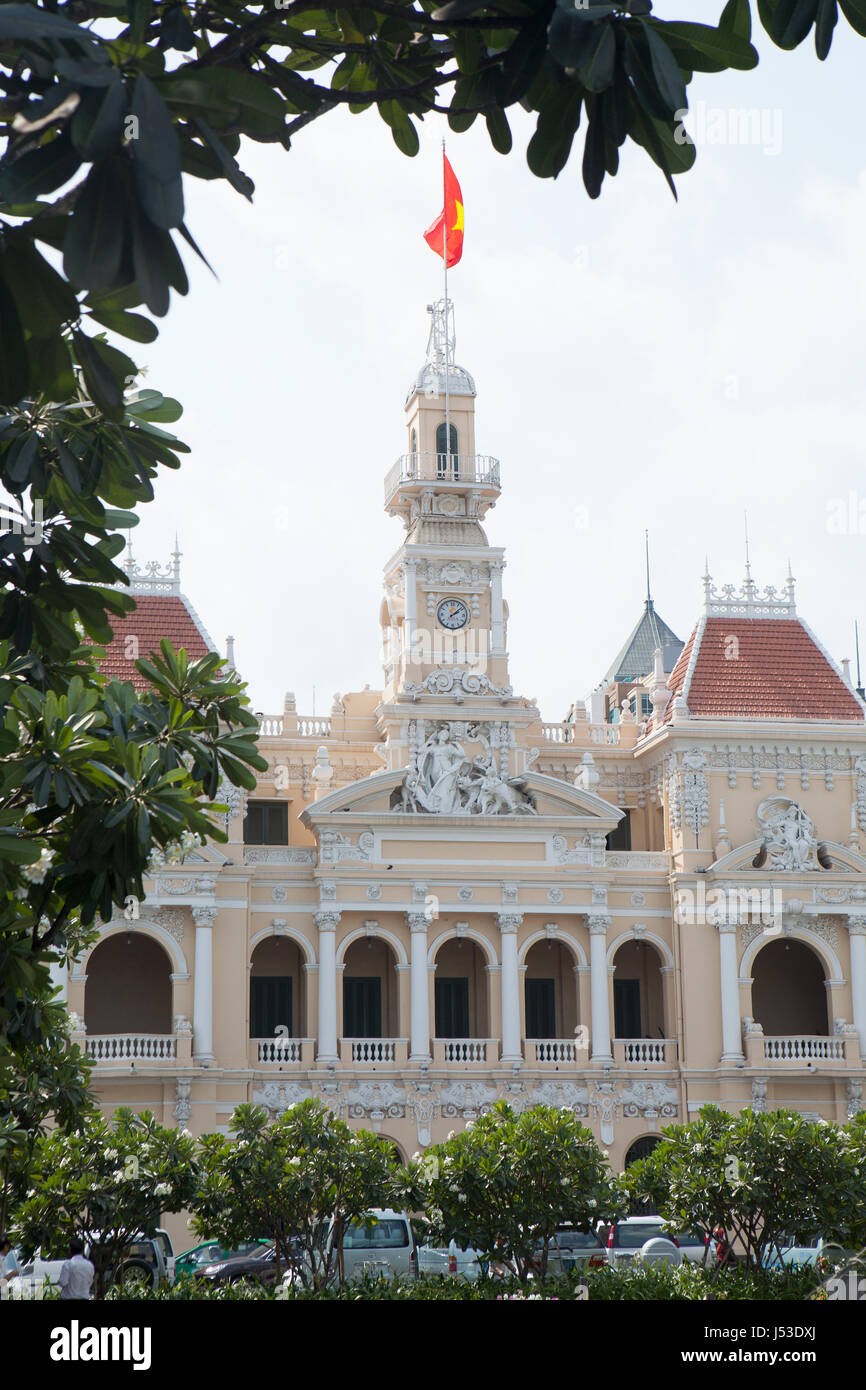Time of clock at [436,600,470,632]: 2:08
